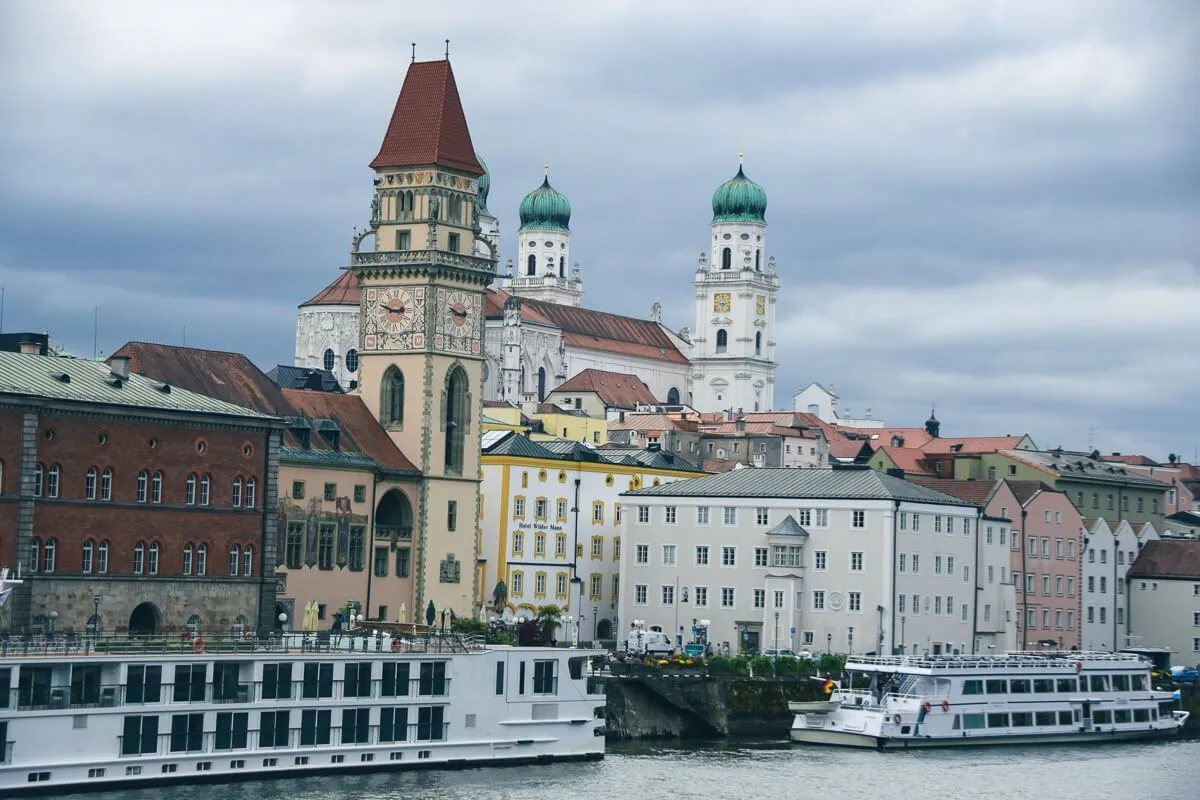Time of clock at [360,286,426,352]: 2:48
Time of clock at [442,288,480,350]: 2:48
